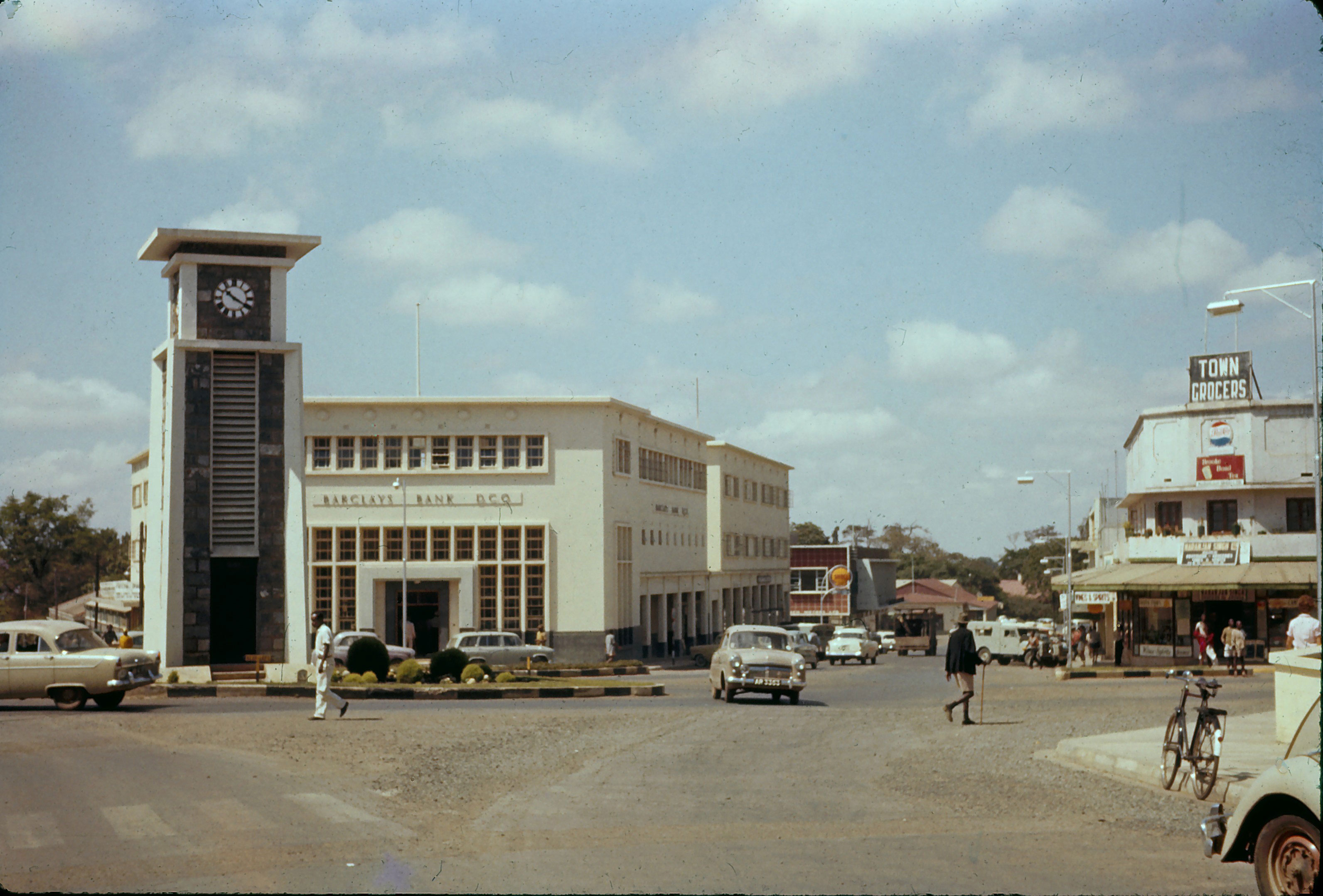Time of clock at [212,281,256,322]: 10:20
